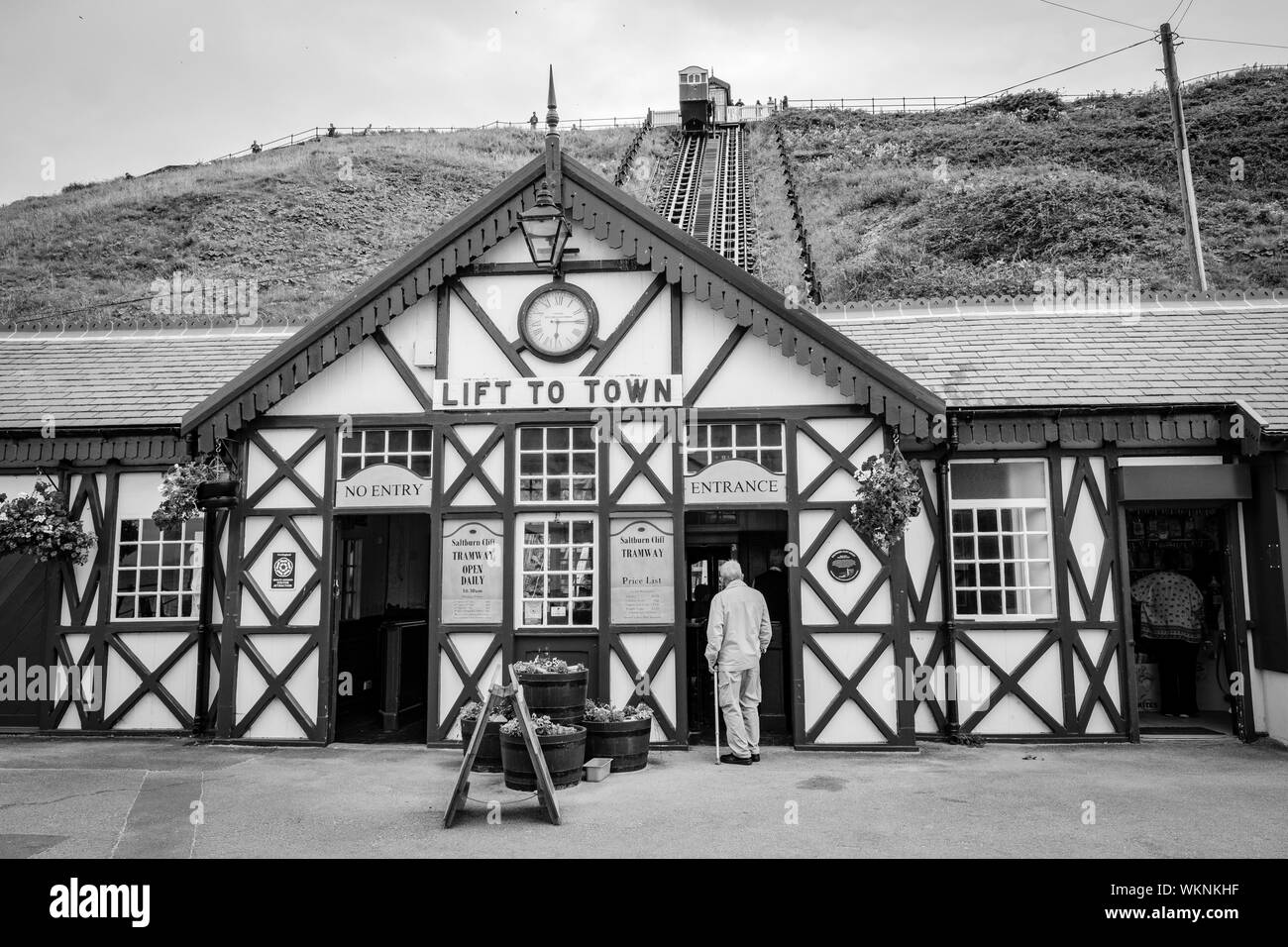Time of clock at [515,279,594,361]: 6:14
